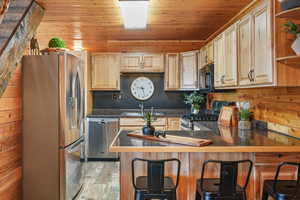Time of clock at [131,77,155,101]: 9:27
